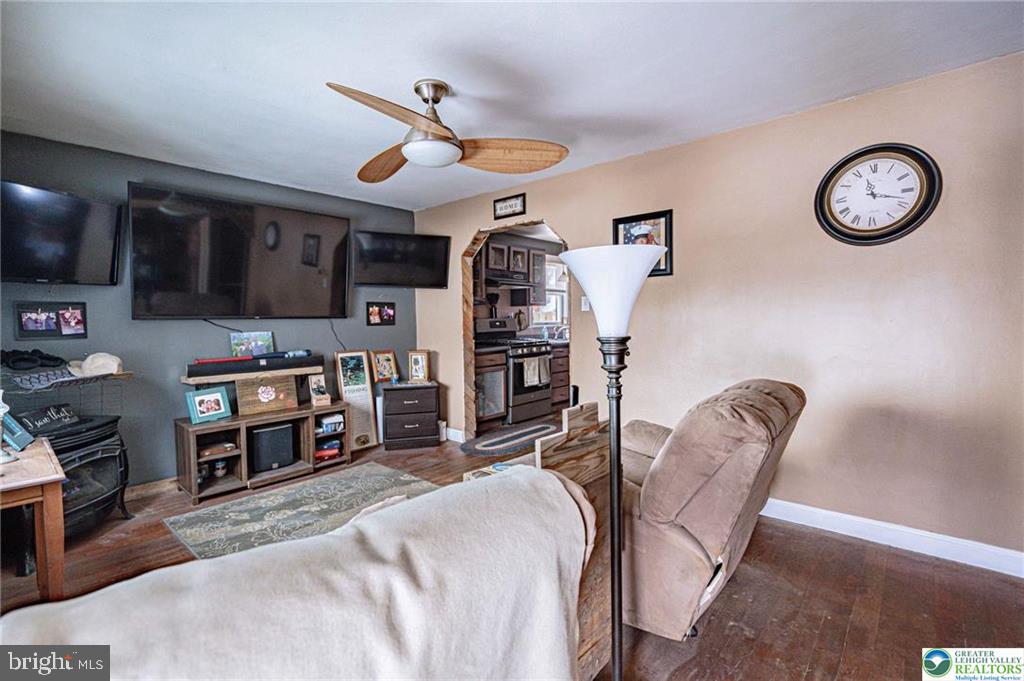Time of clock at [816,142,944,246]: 11:17
